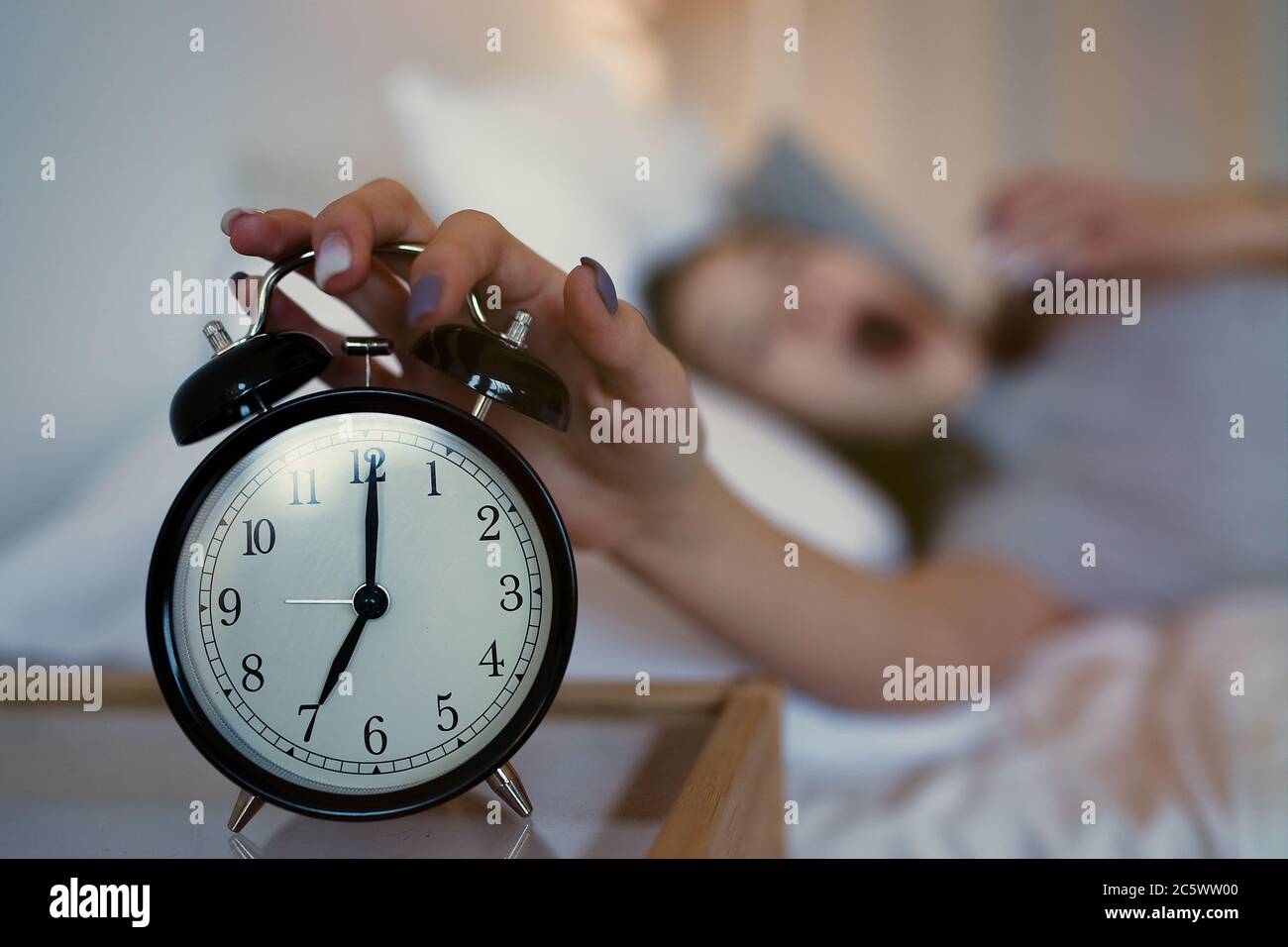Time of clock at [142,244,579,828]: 7:00
